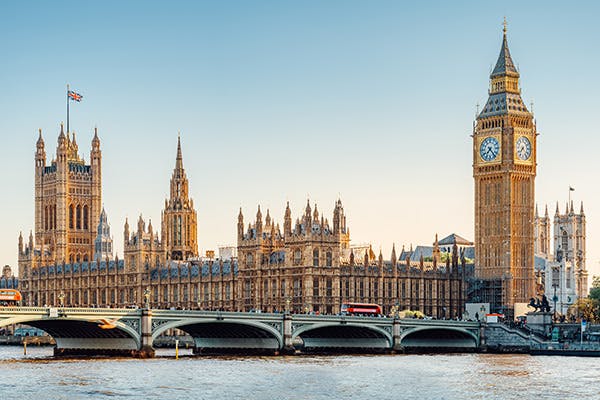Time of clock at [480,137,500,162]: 7:23
